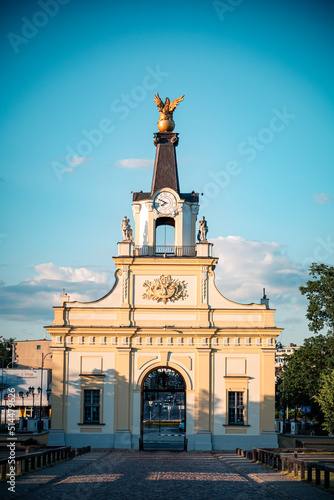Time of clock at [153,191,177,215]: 7:49
